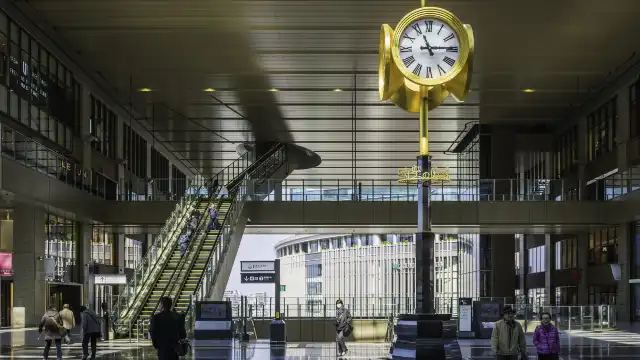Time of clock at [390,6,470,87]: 11:14
